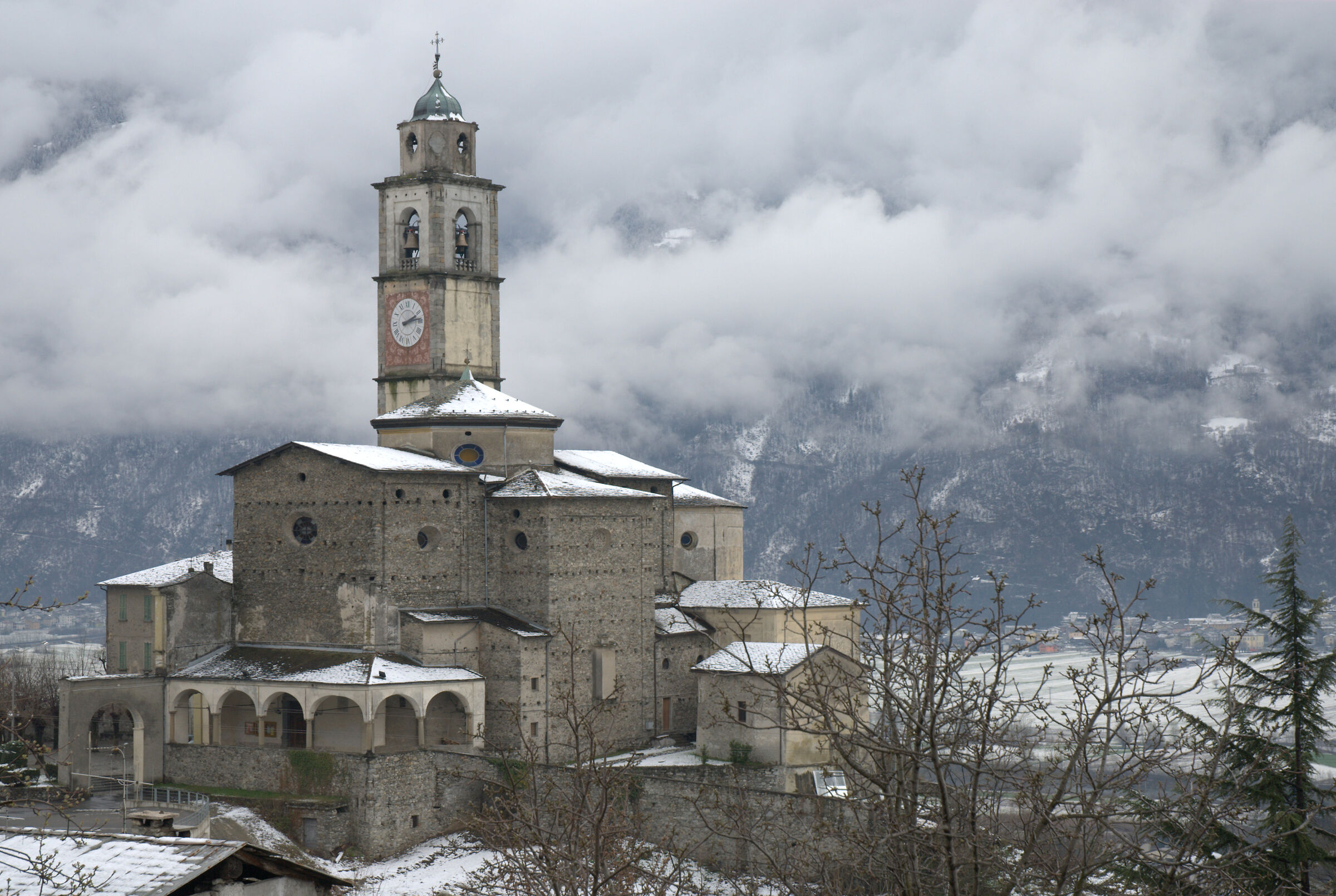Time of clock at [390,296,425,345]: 2:13
